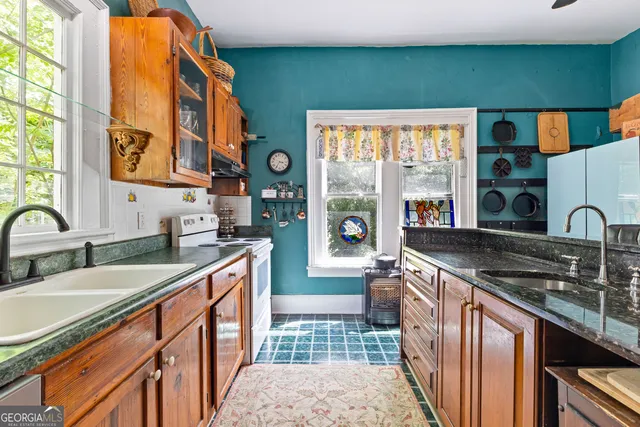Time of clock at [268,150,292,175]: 3:35
